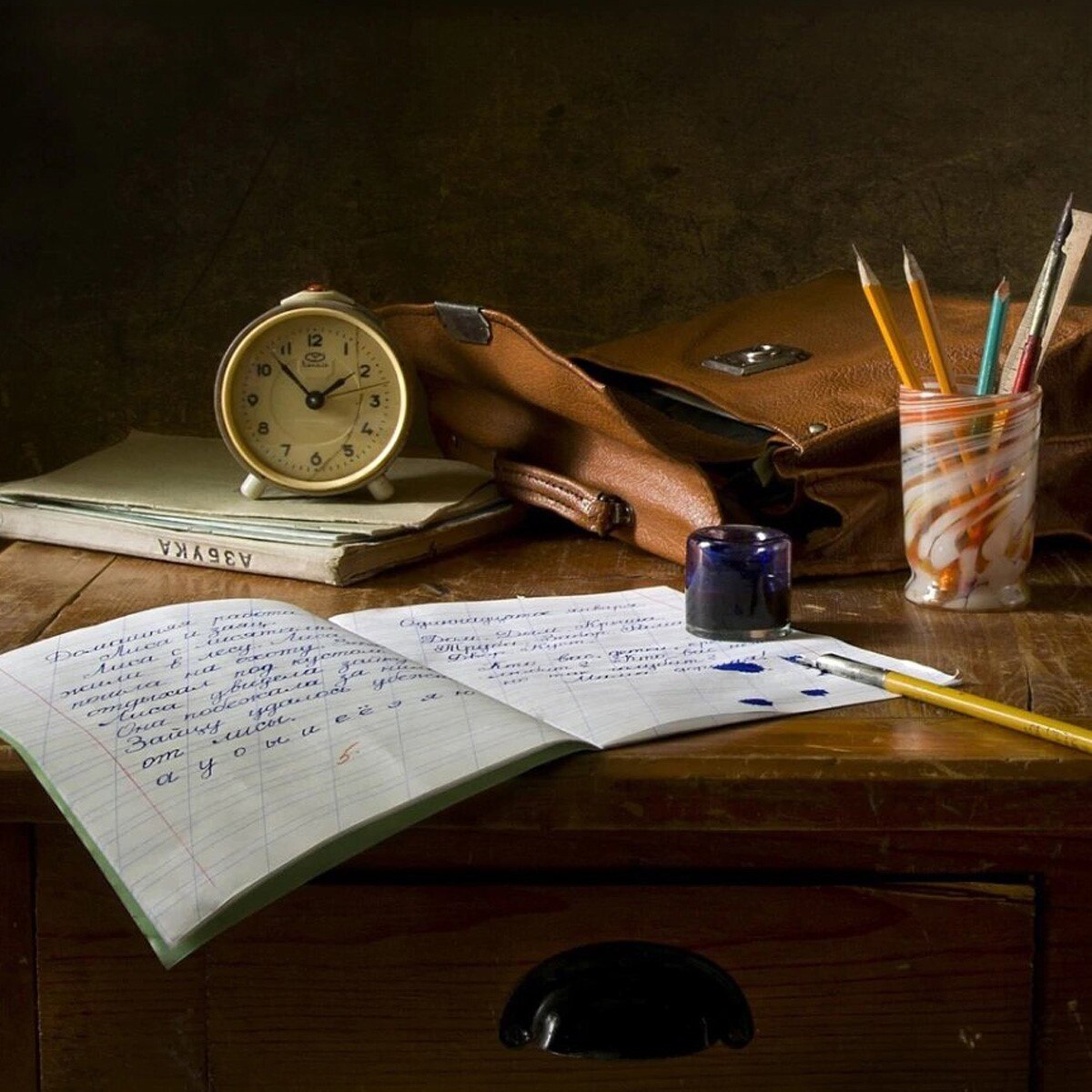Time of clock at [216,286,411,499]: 1:52
